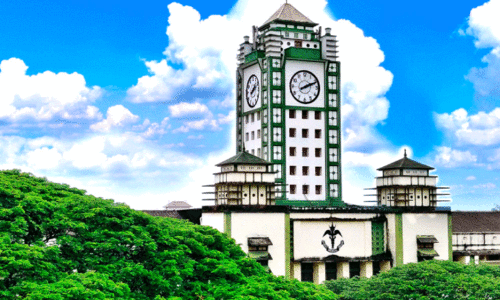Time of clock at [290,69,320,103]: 2:11
